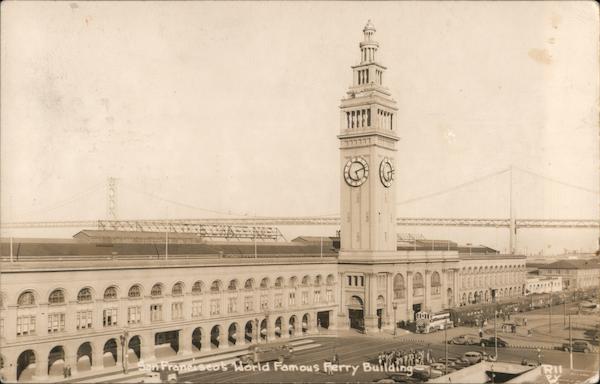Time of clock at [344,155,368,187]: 5:11
